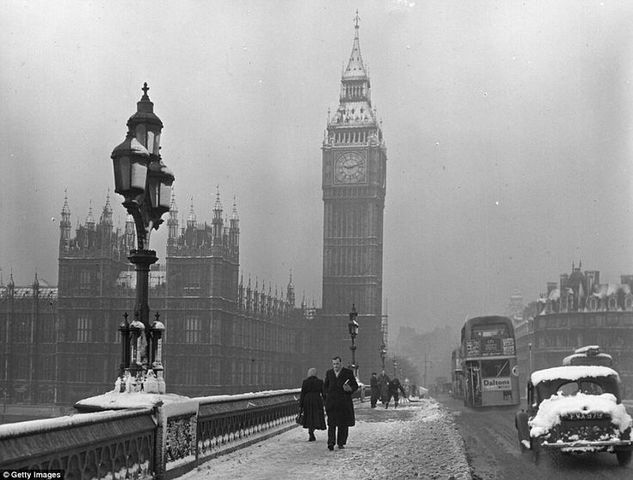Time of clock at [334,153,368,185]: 9:12
